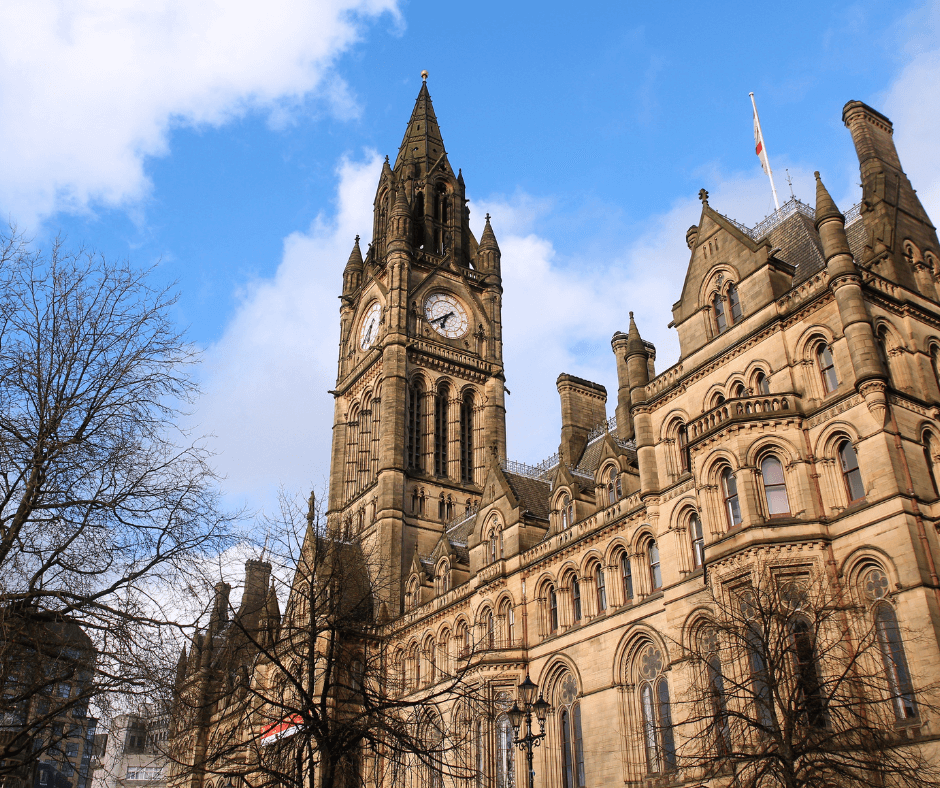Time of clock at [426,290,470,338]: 6:39
